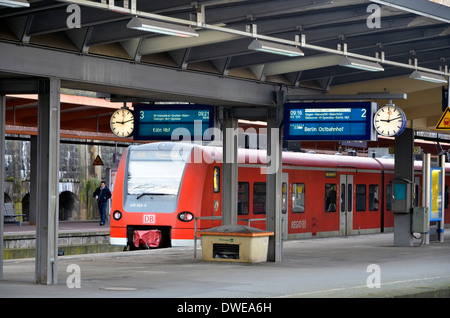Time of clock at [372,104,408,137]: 9:12
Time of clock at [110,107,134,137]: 9:12
